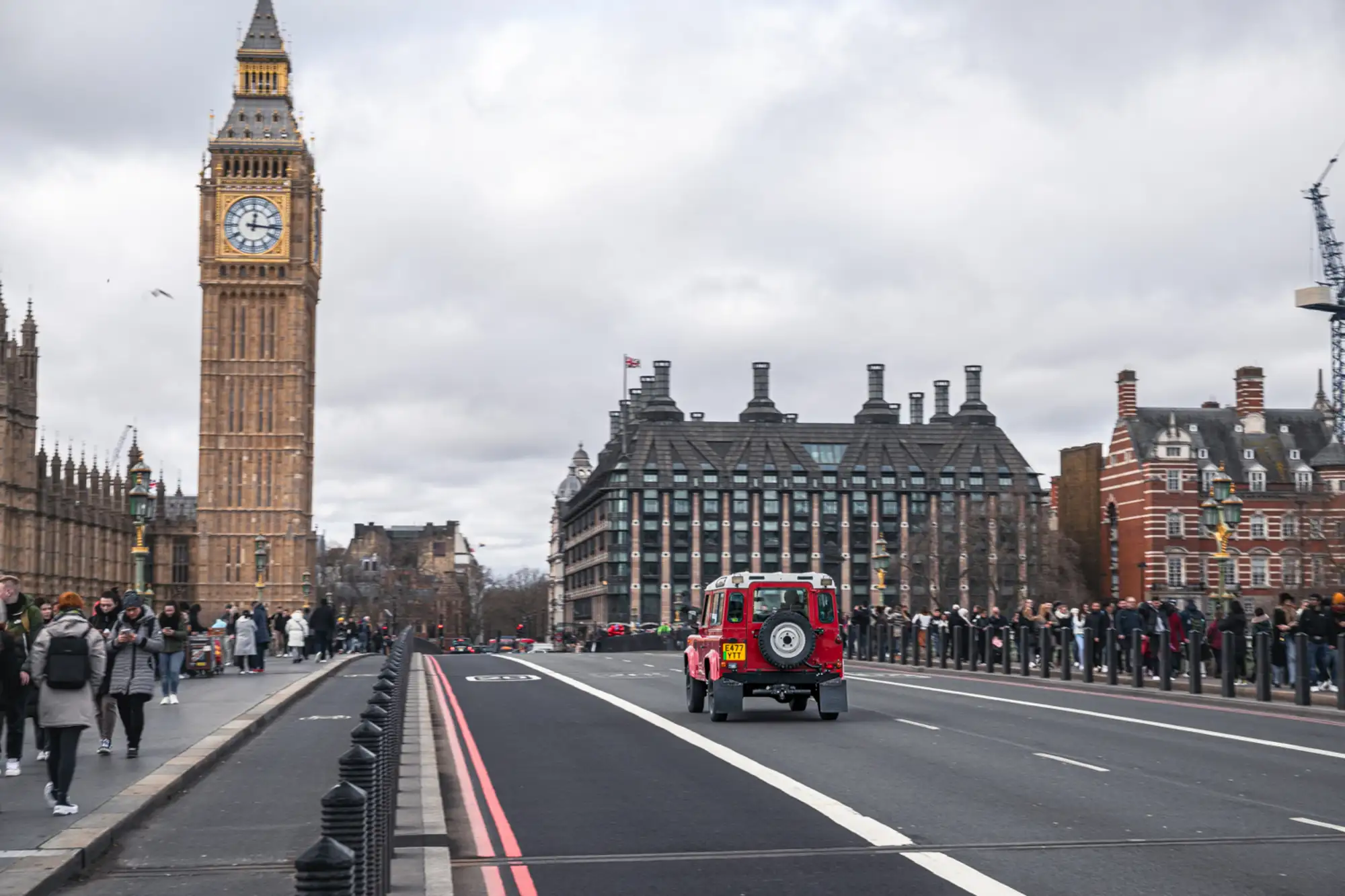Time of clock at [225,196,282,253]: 12:16
